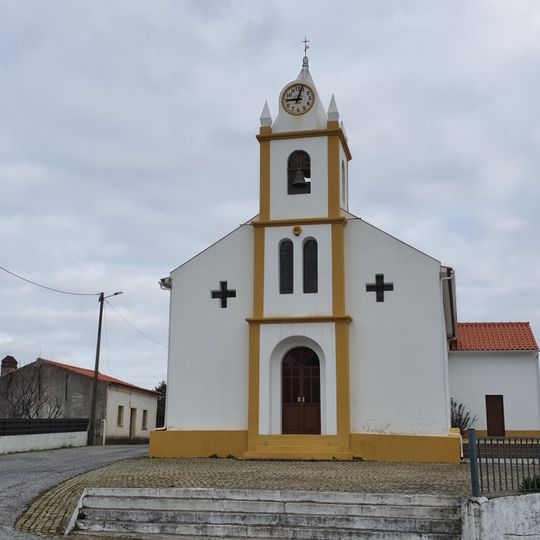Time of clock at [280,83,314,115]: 9:02
